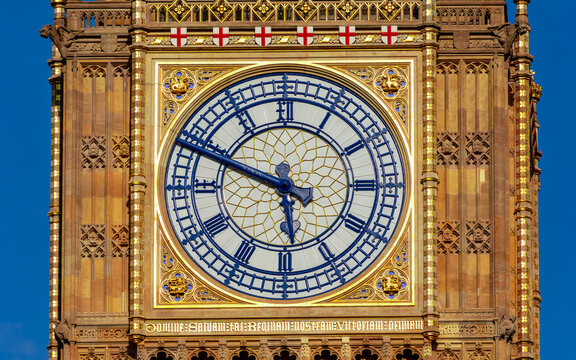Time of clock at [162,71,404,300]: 5:48
